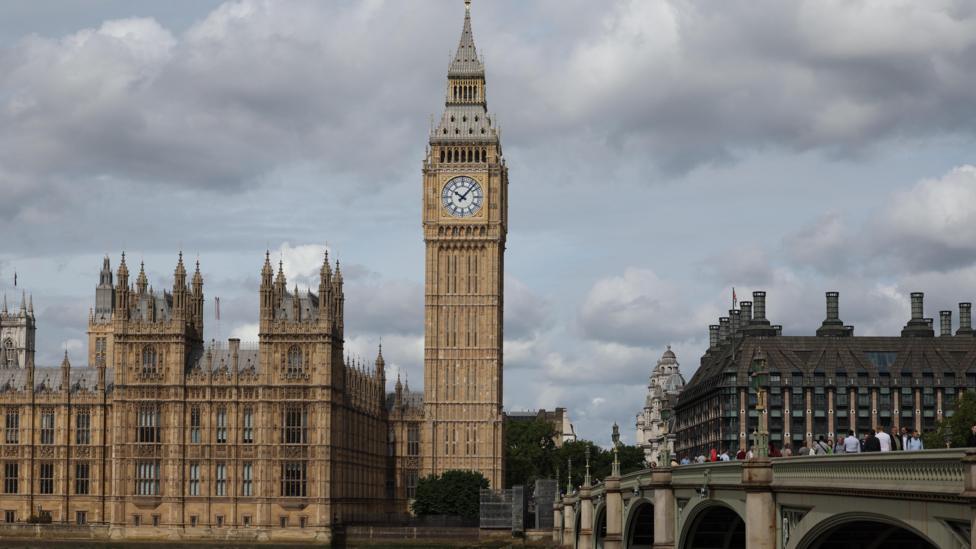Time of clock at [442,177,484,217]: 10:07
